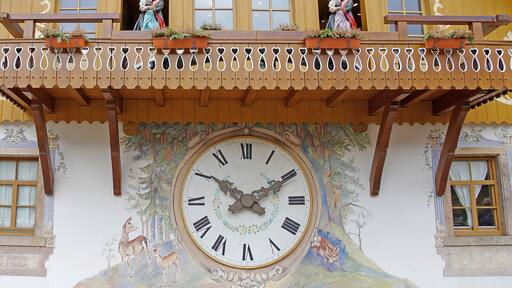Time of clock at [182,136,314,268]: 10:10
